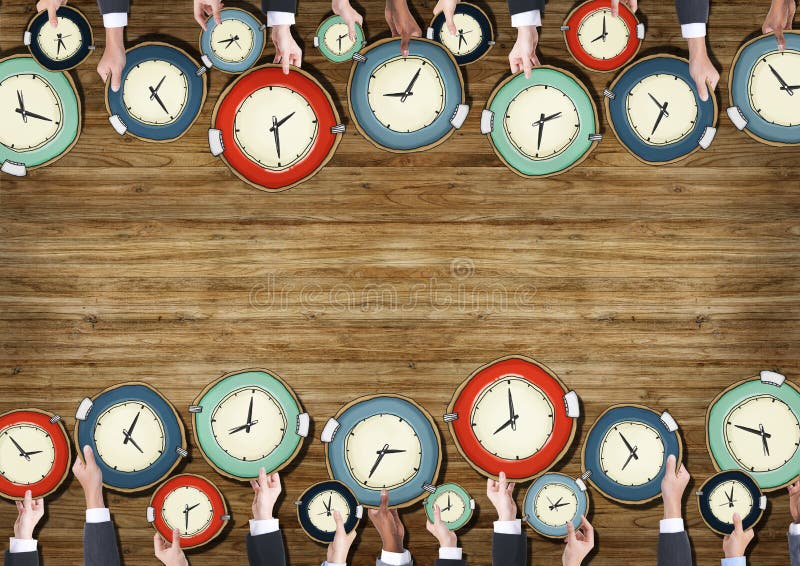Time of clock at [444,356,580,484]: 7:59
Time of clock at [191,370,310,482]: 7:59
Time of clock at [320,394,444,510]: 2:34
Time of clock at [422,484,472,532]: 7:59
